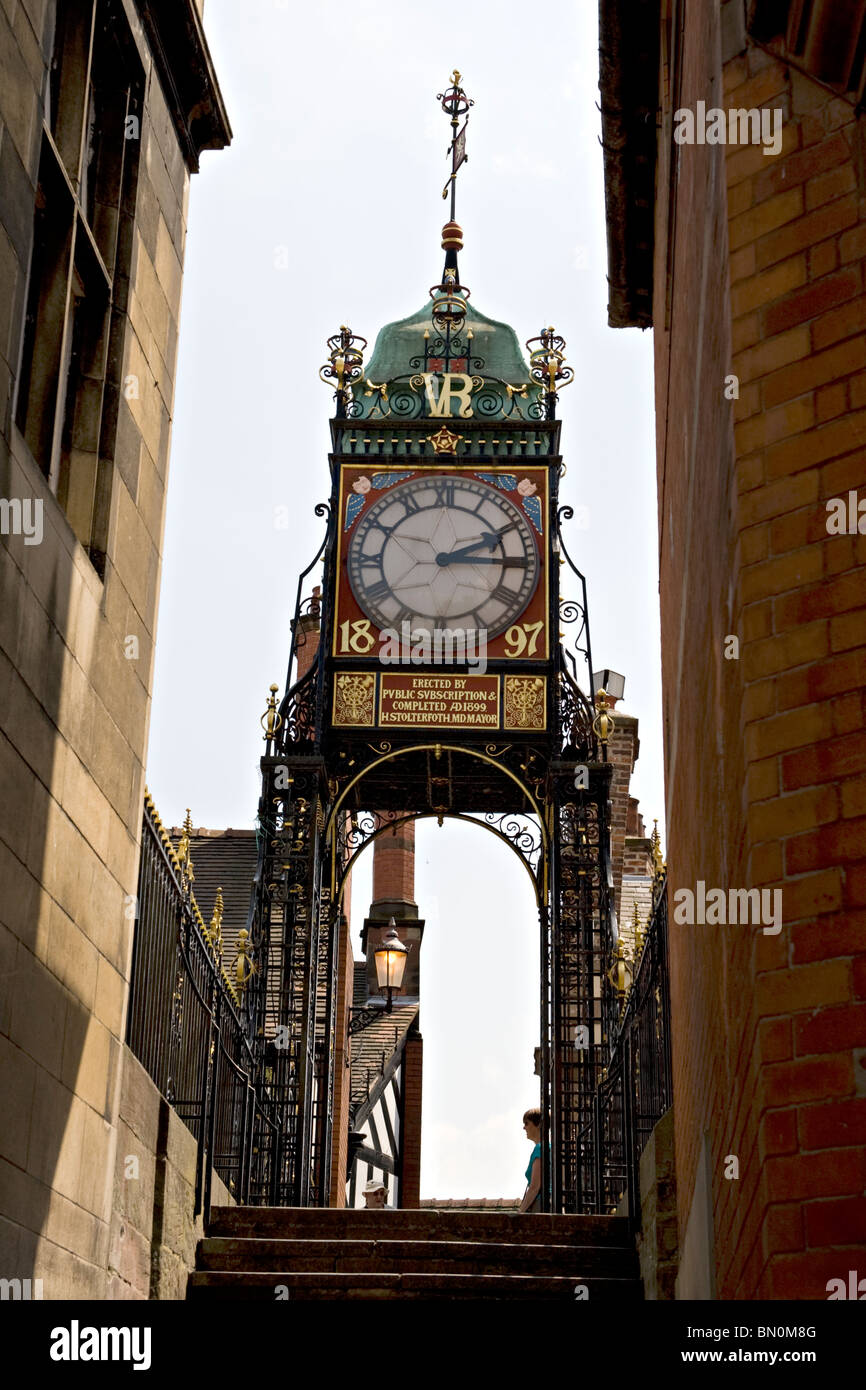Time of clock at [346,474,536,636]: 2:15
